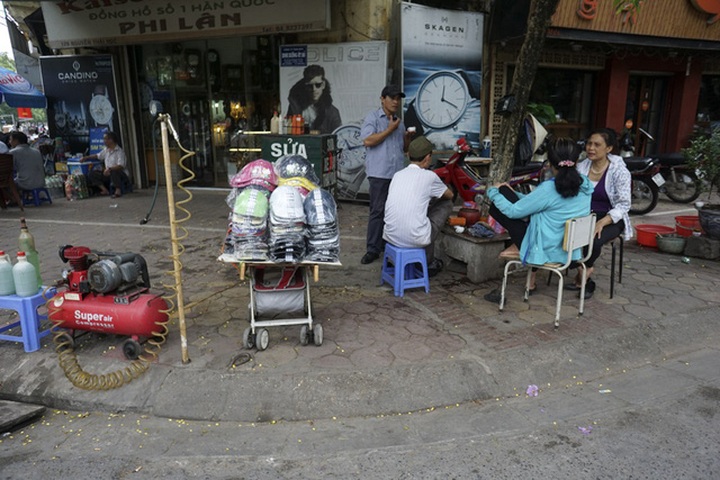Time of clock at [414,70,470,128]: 12:19
